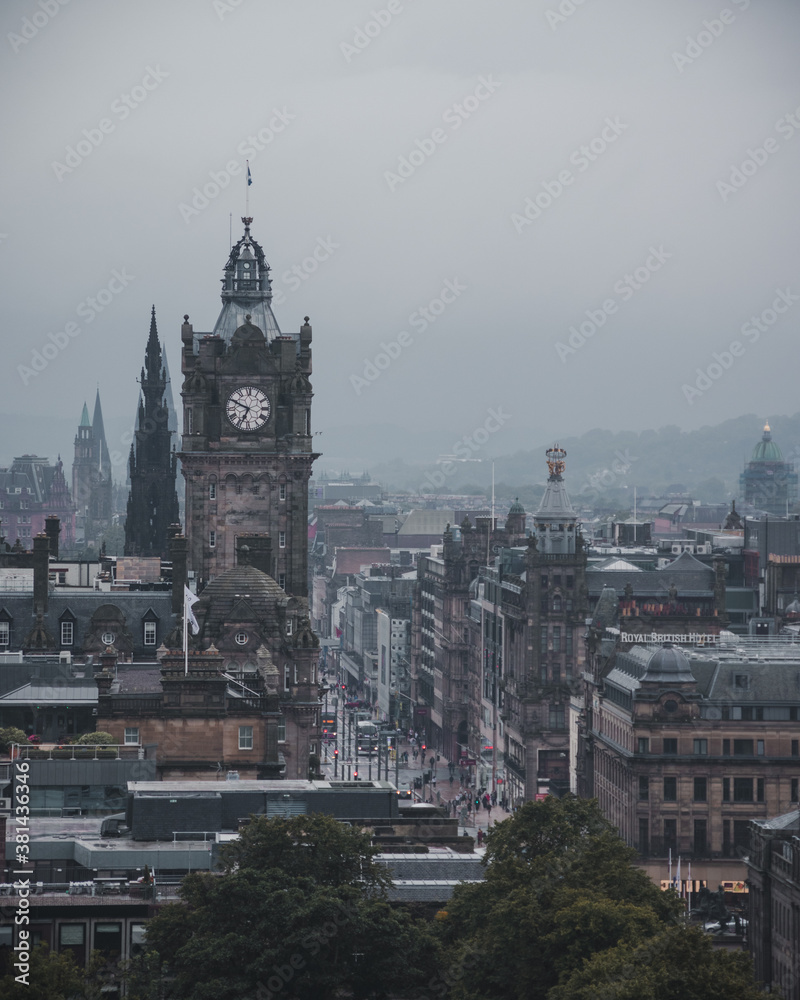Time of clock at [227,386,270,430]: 6:49
